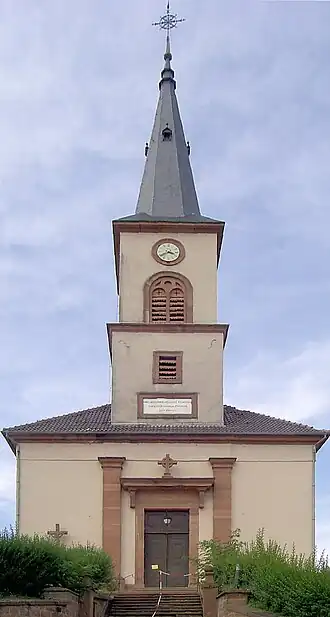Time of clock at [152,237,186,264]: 3:39
